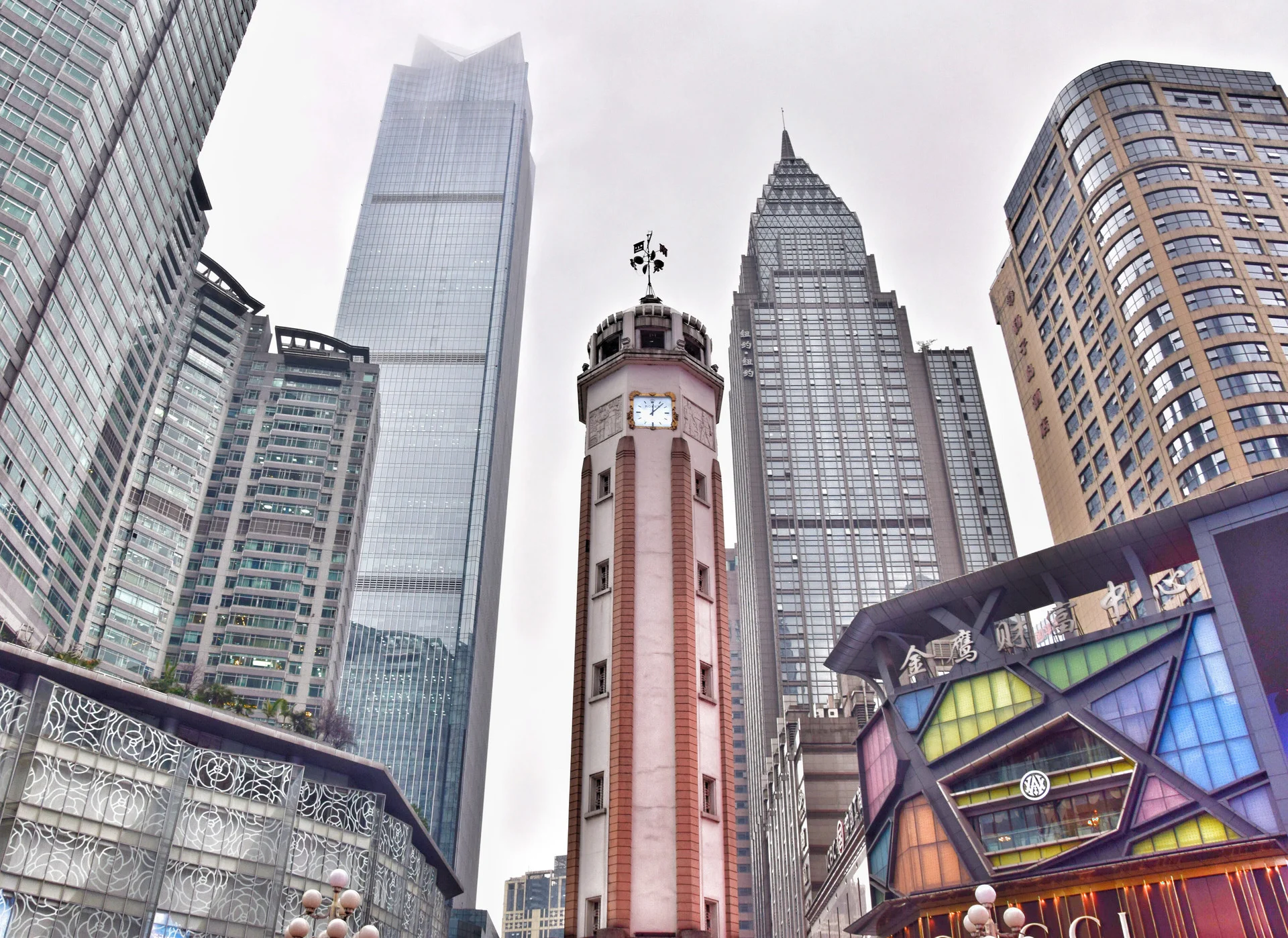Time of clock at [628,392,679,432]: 12:07
